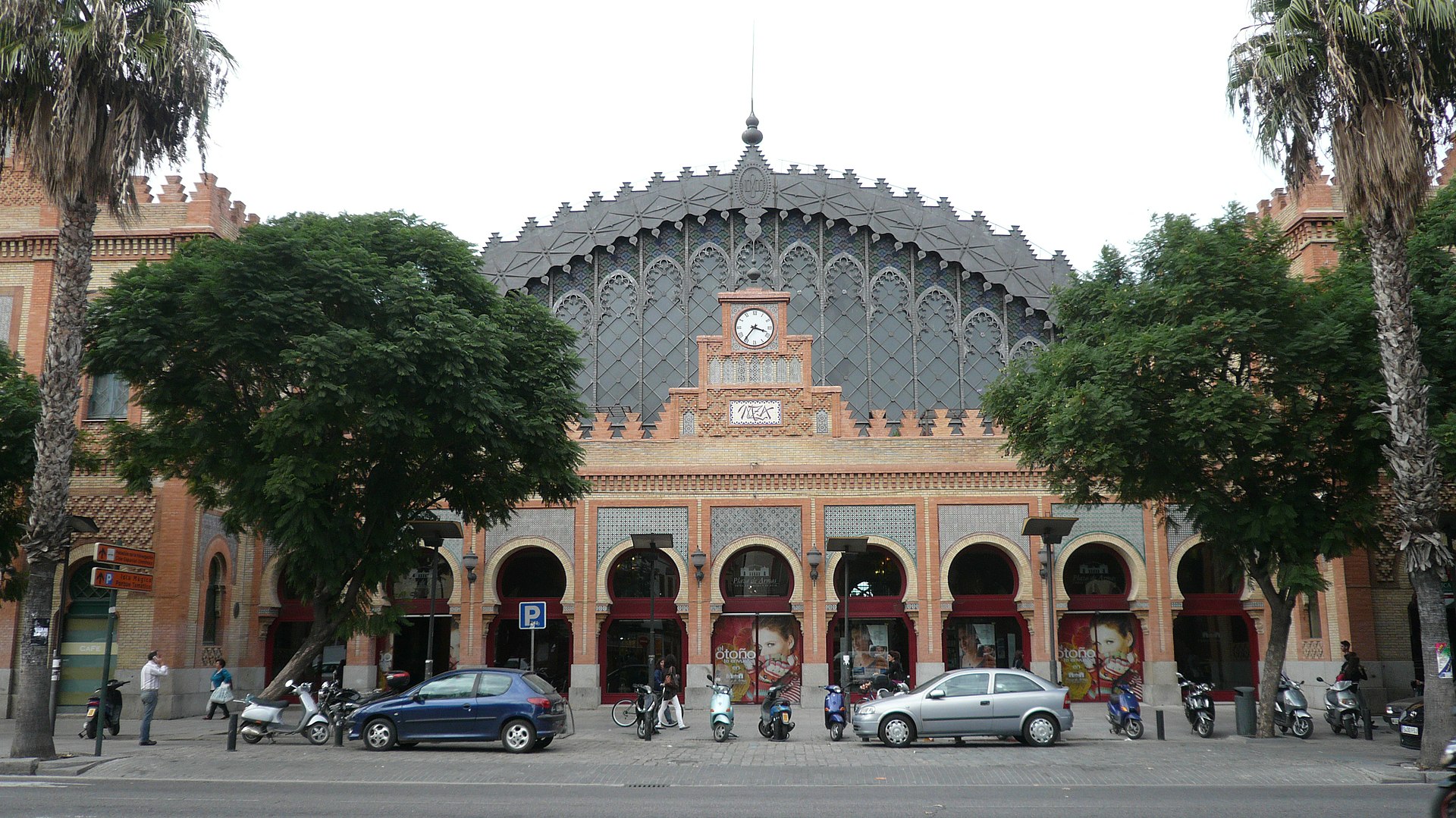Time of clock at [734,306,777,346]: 3:36
